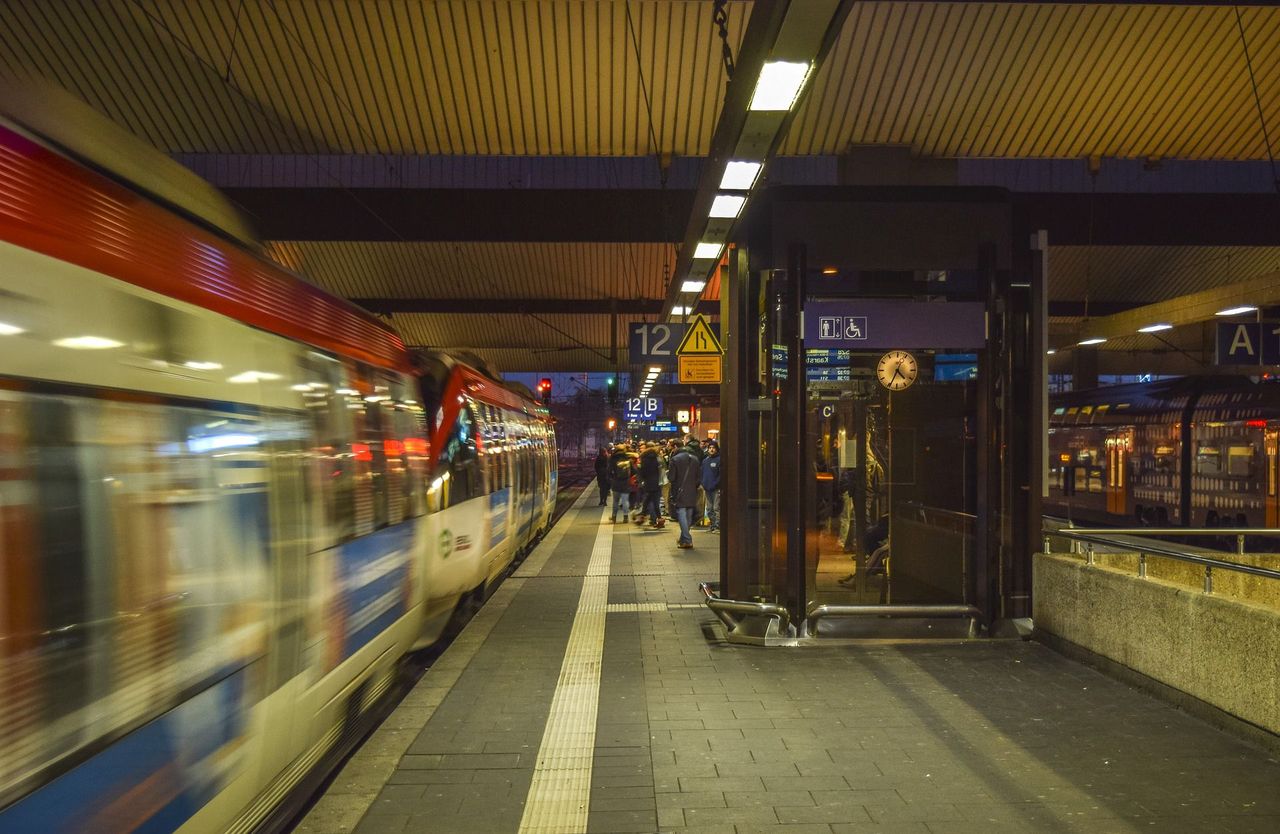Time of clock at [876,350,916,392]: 4:34
